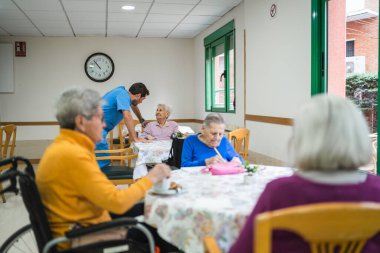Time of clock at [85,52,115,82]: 10:53
